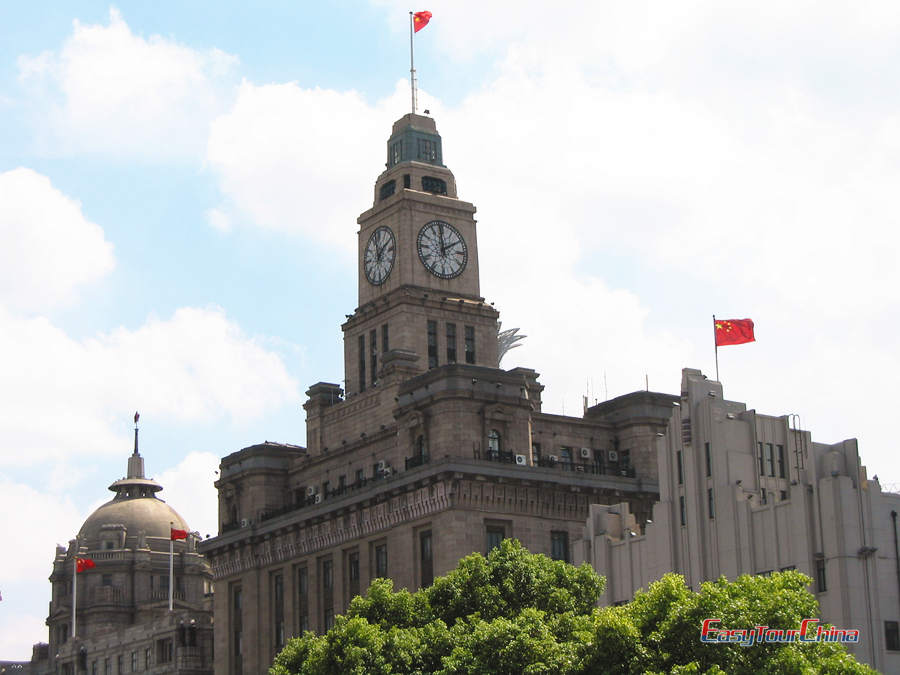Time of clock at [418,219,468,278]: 1:59
